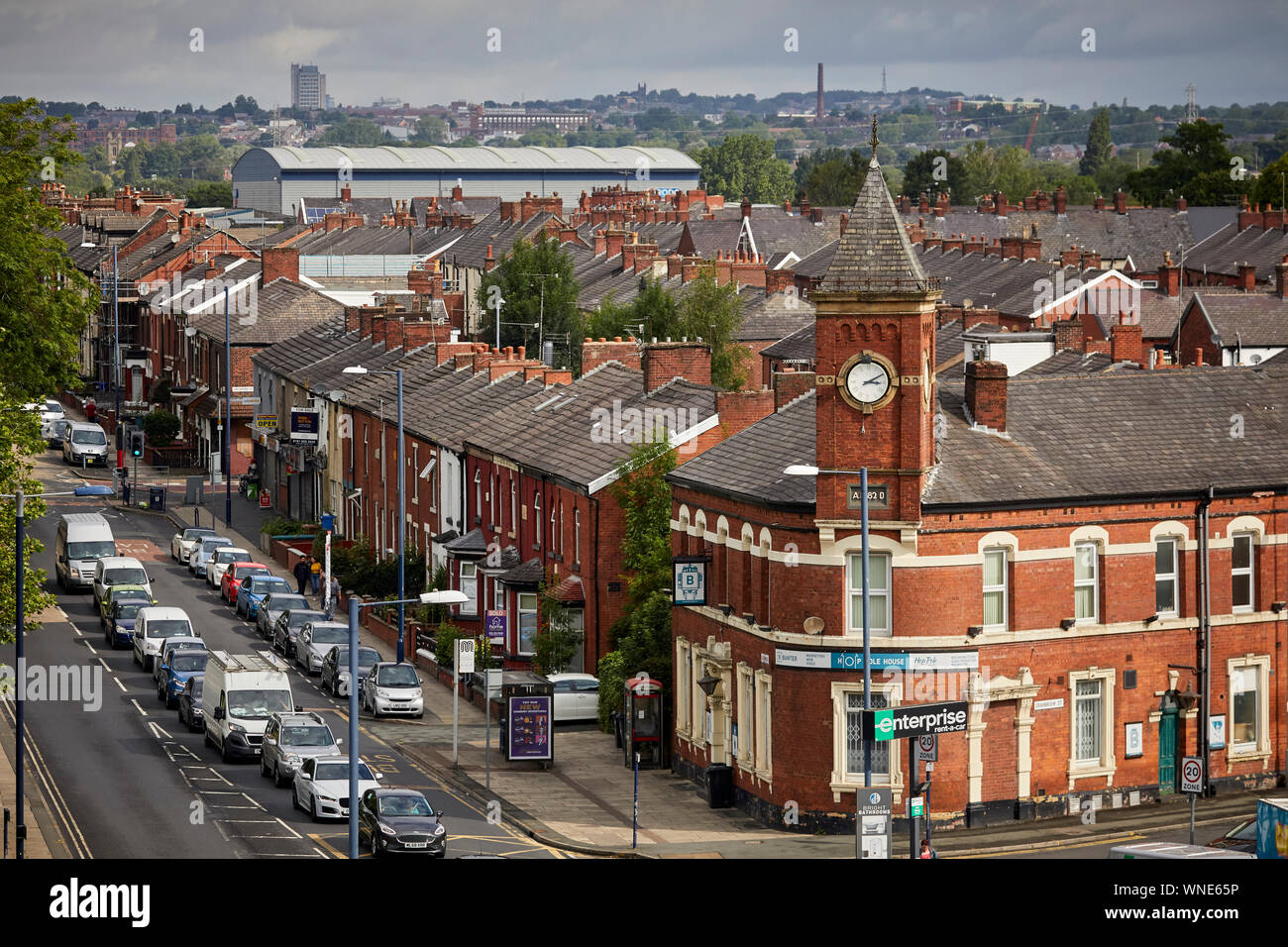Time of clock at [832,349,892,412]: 3:10
